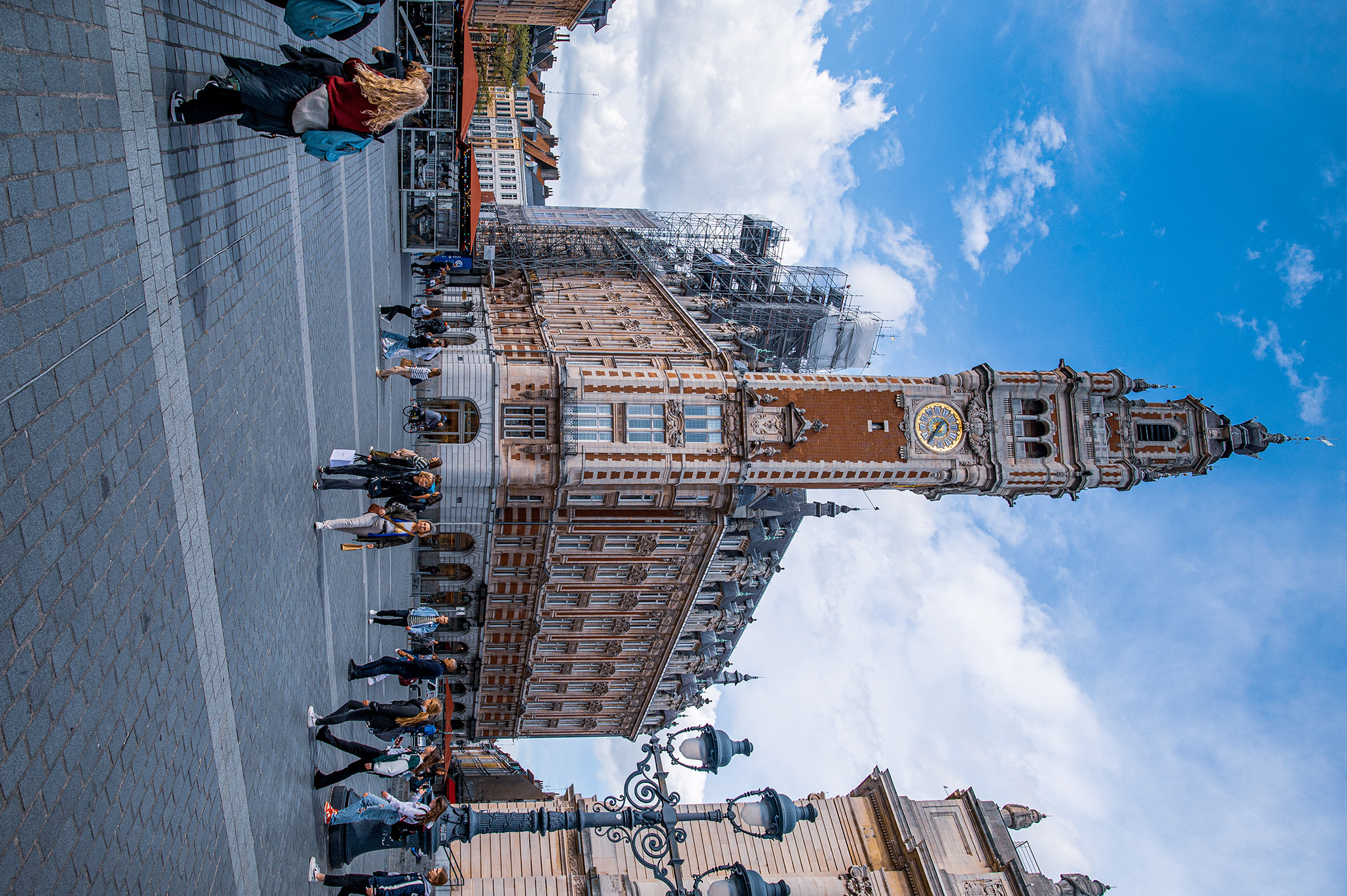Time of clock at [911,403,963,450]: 1:36
